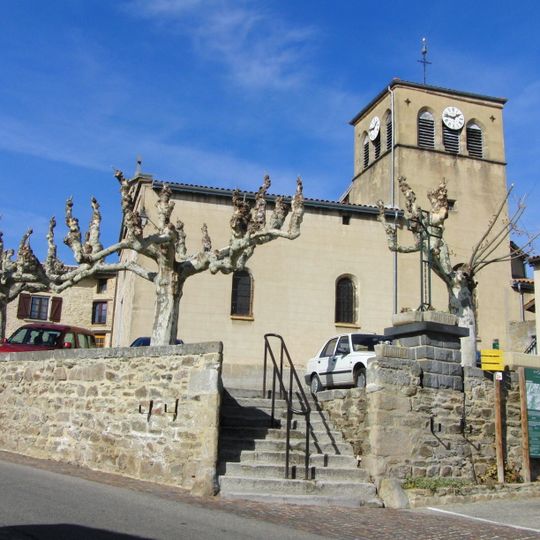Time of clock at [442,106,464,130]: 1:46
